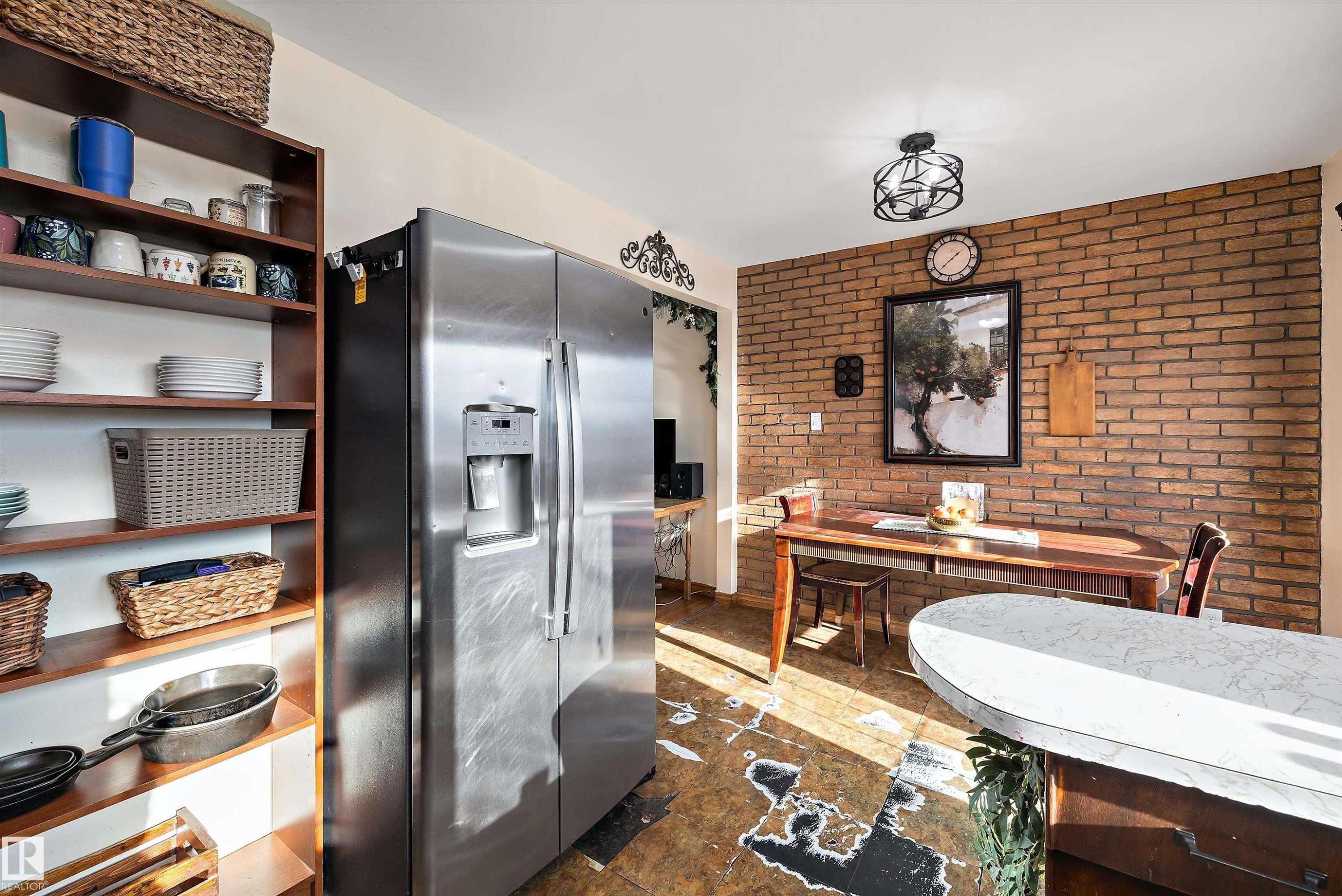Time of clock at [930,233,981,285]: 1:37
